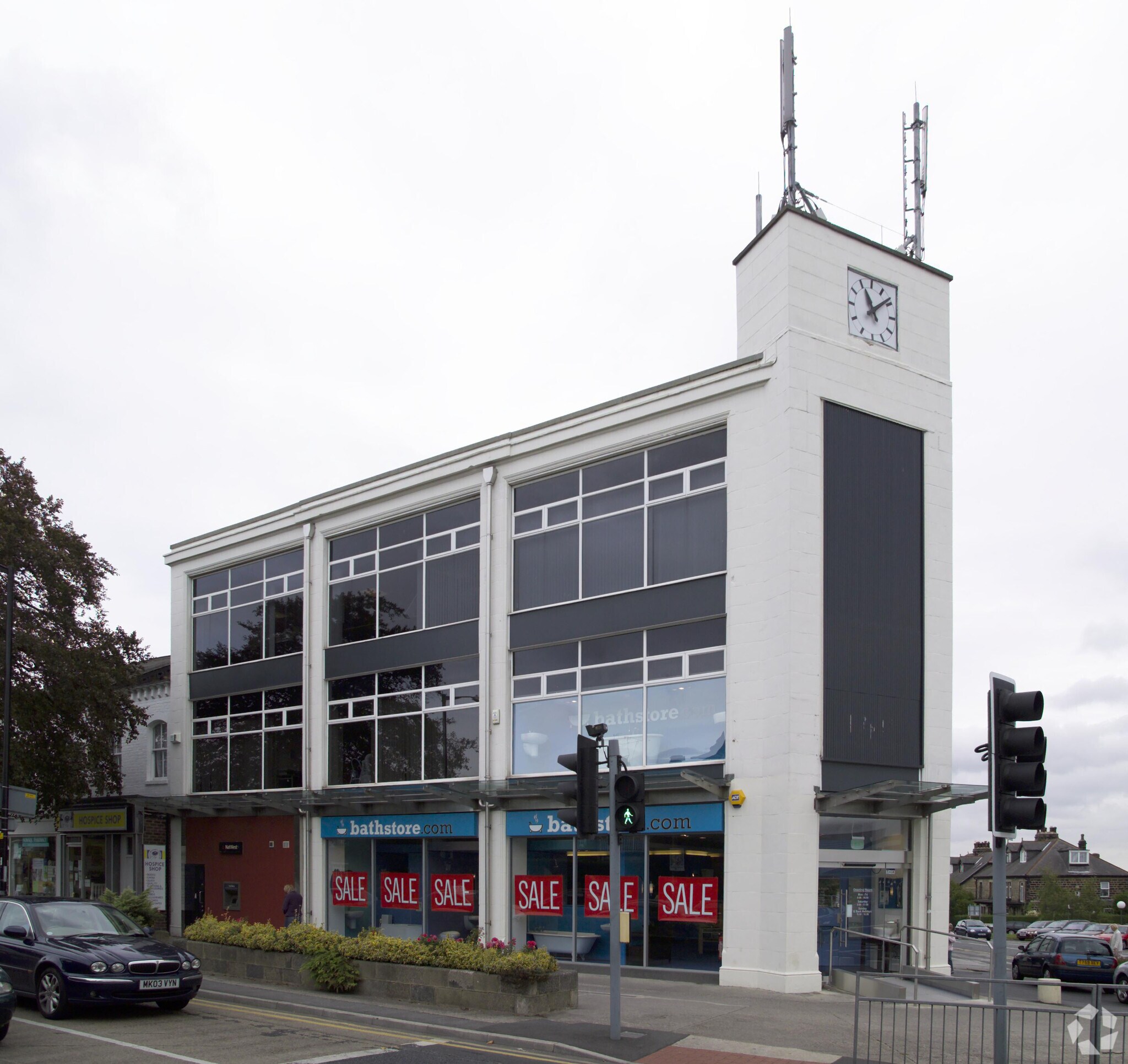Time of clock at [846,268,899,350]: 11:08
